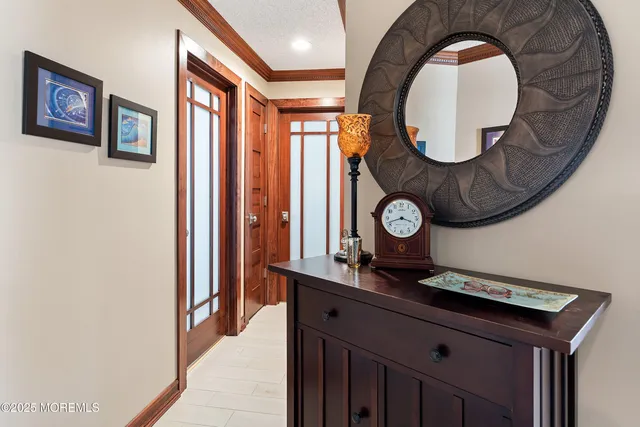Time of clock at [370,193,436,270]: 3:41
